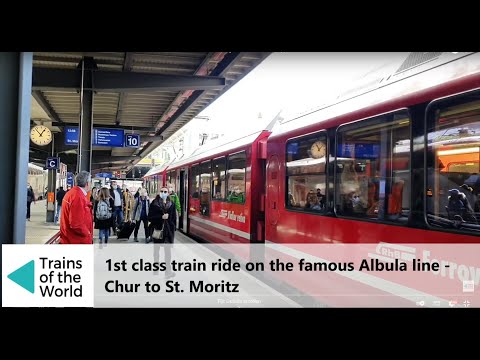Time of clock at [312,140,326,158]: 11:07
